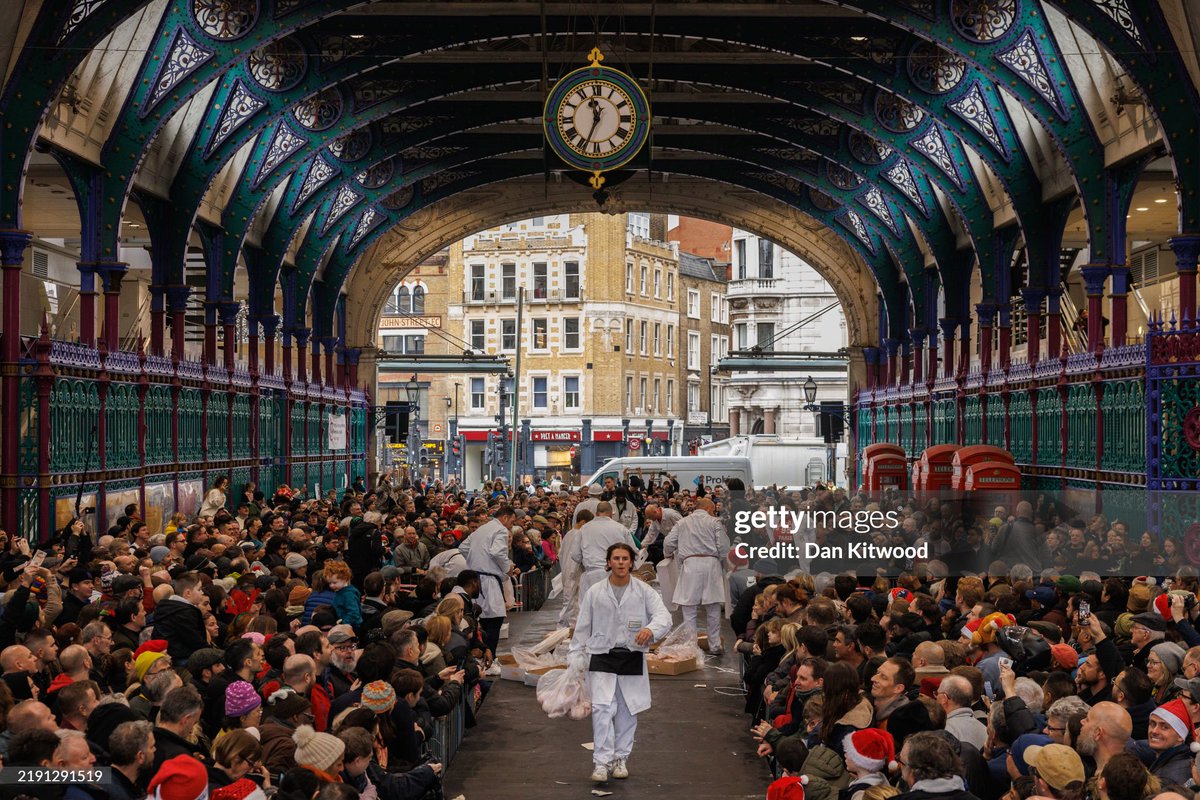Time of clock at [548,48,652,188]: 11:33
